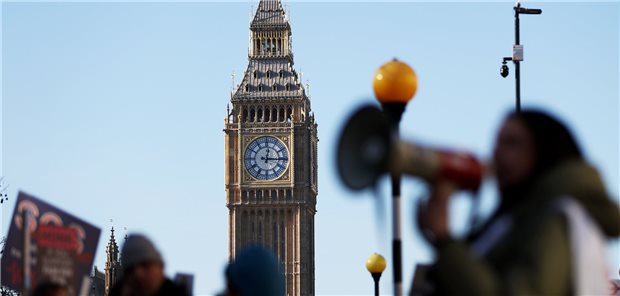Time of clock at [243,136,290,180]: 12:15
